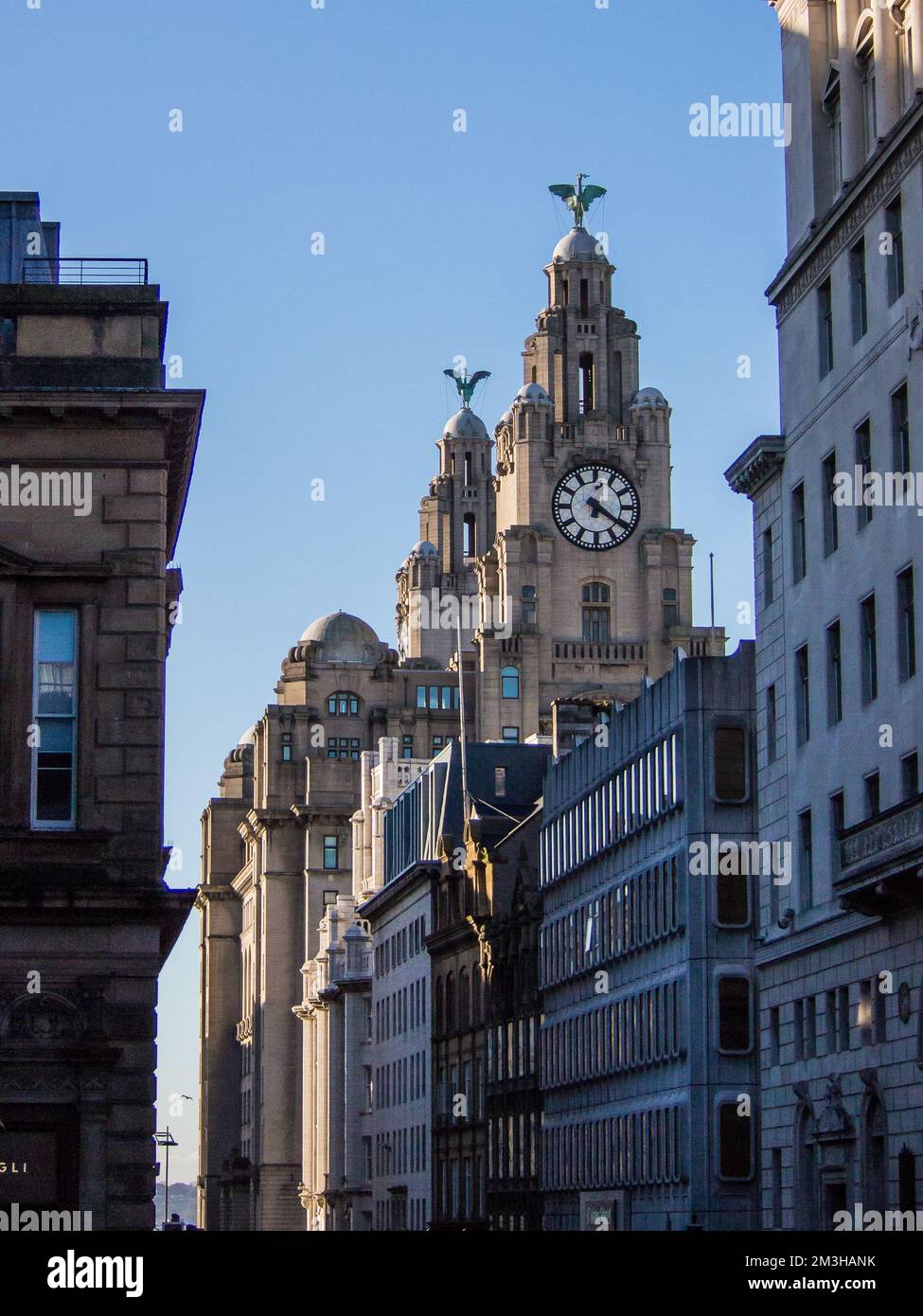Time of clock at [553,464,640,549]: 4:20
